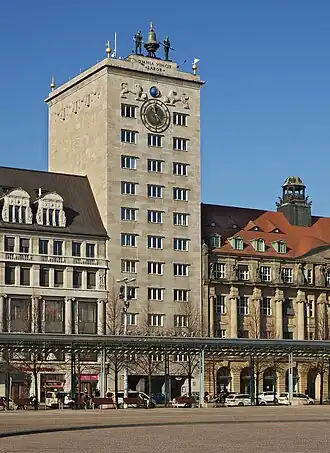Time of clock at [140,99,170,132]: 12:24
